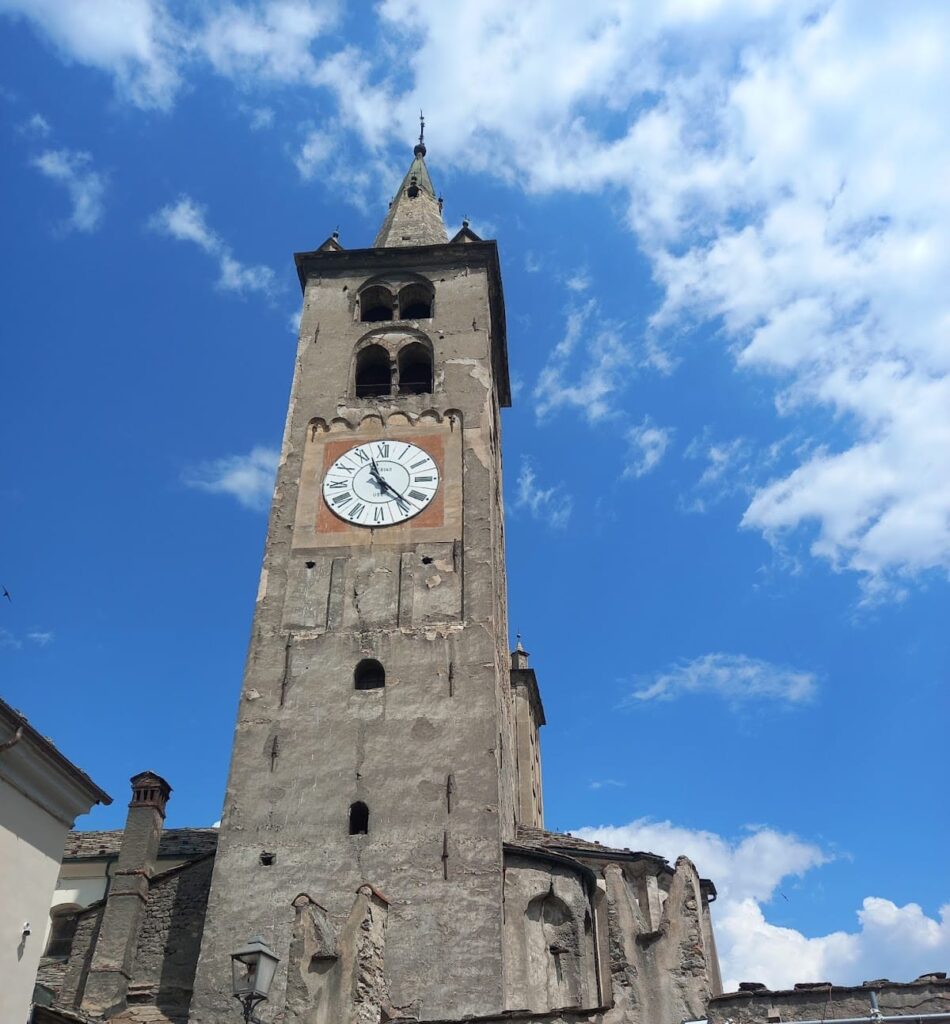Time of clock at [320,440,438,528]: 11:22
